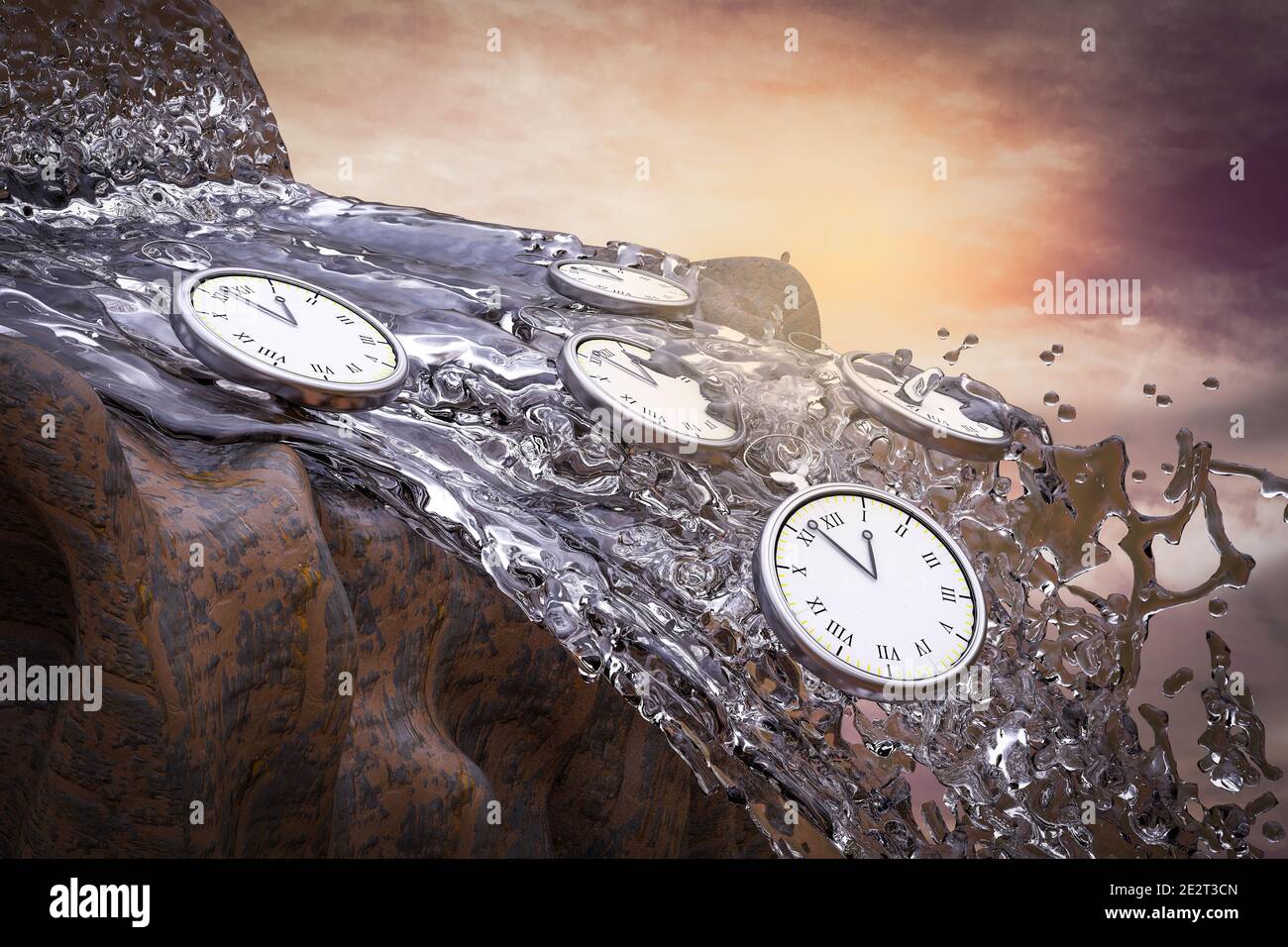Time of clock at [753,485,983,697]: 11:52
